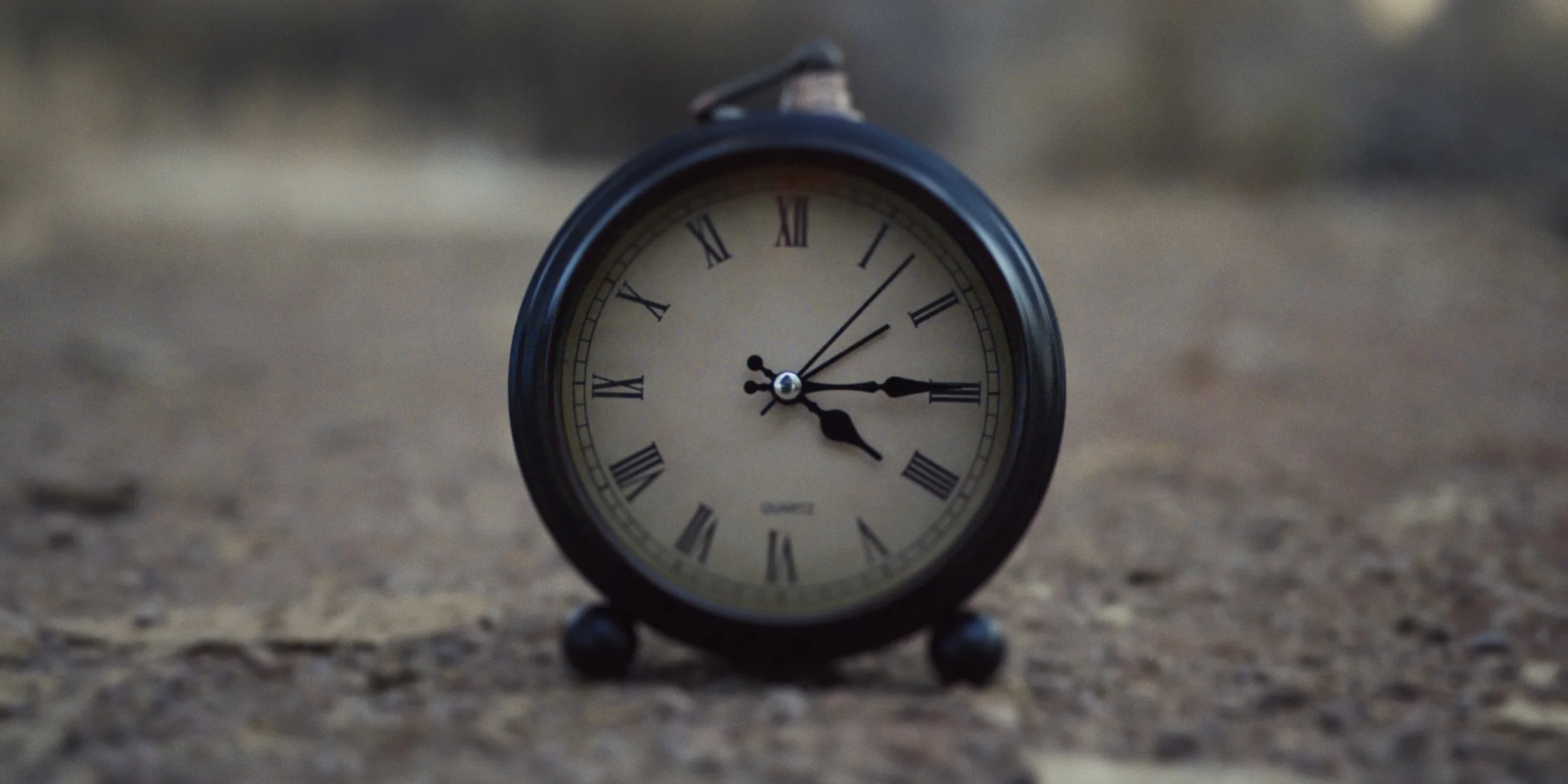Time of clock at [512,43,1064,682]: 4:14
